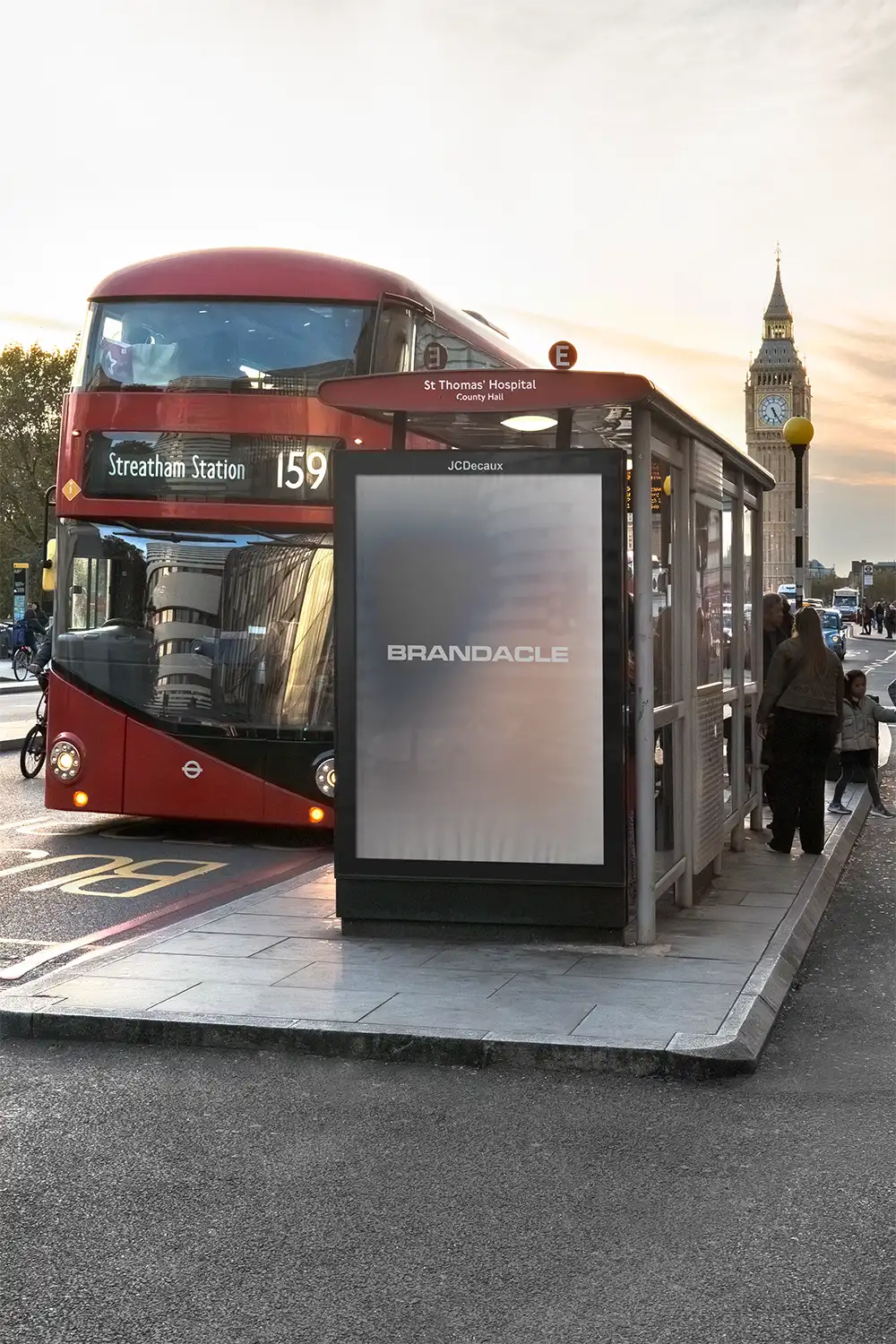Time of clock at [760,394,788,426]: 5:24
